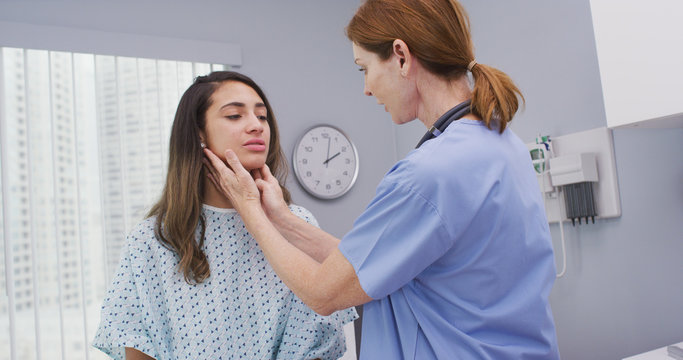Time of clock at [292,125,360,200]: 2:01
